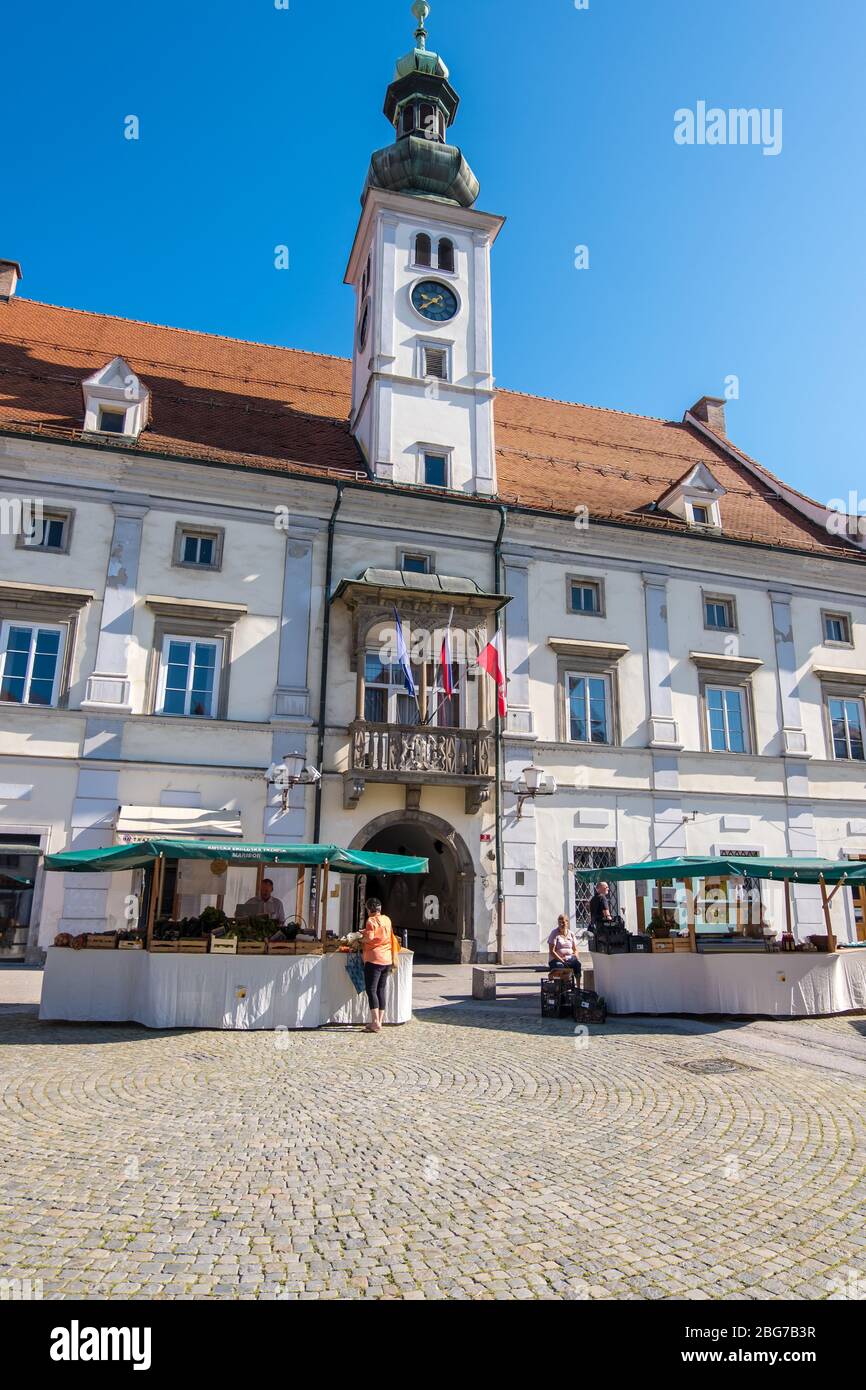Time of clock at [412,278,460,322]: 9:38
